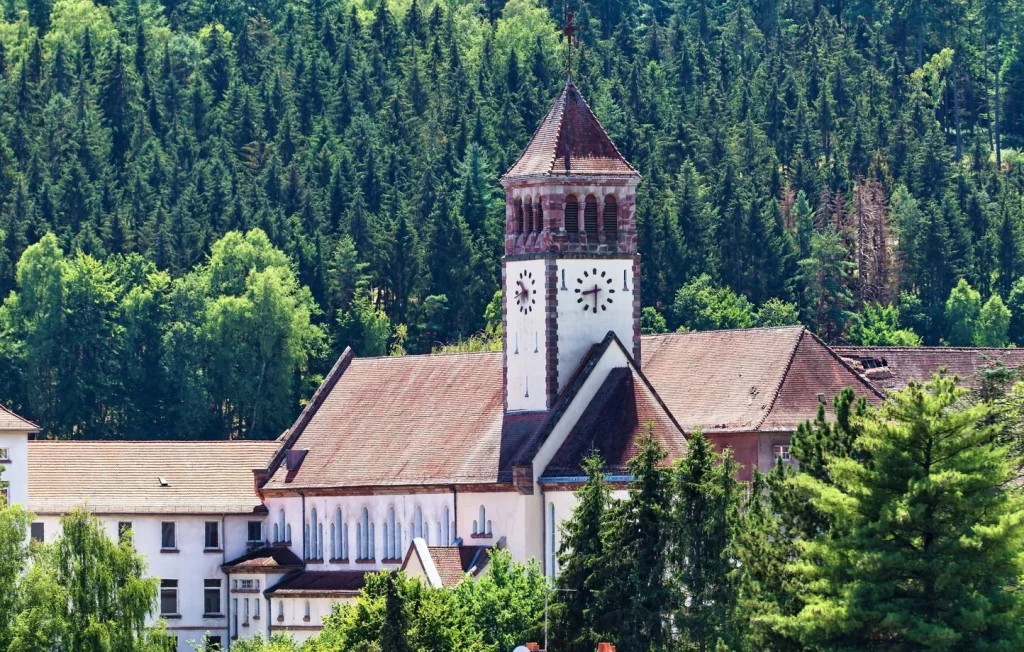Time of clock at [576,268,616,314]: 8:29
